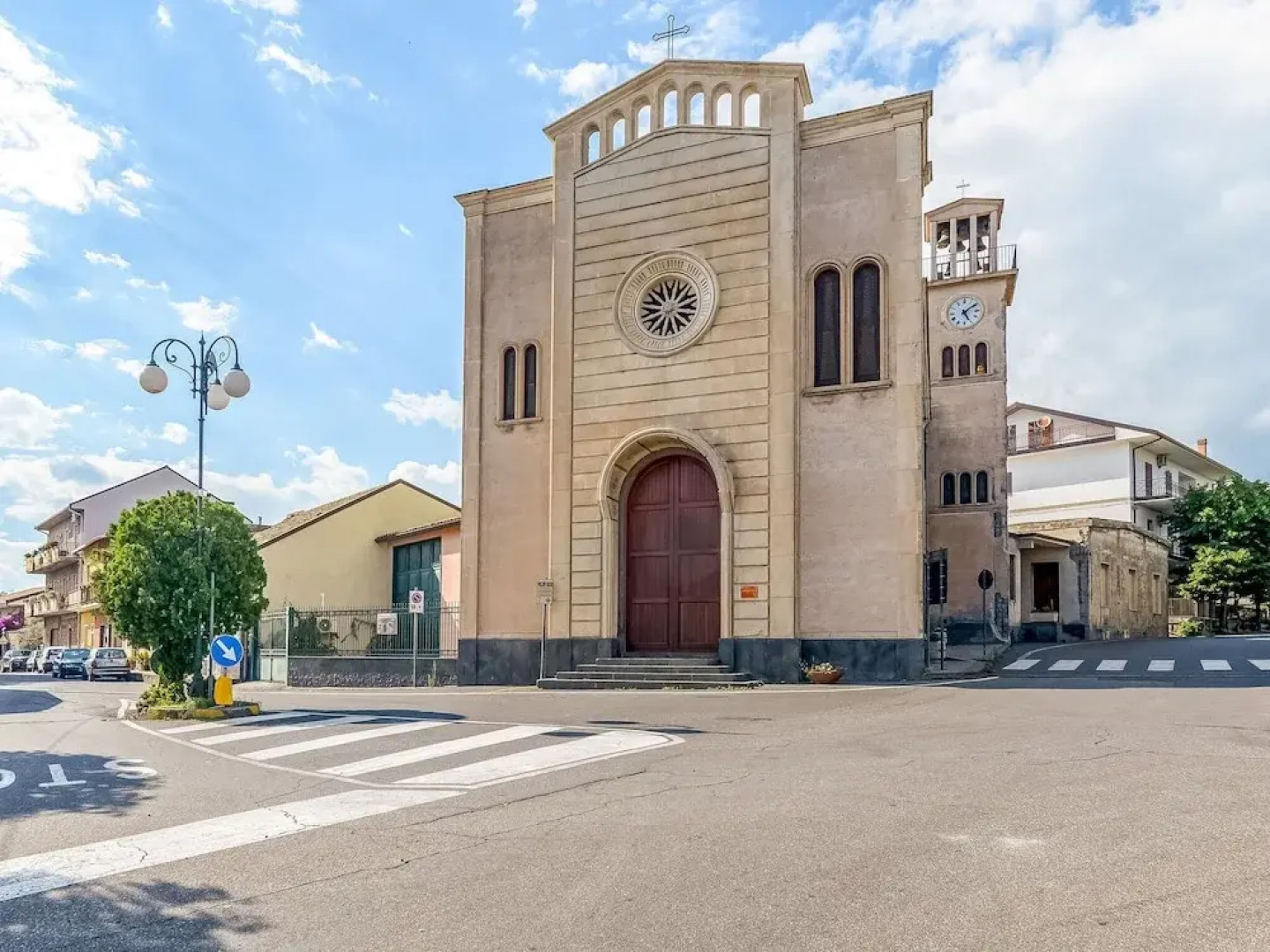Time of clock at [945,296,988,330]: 5:08
